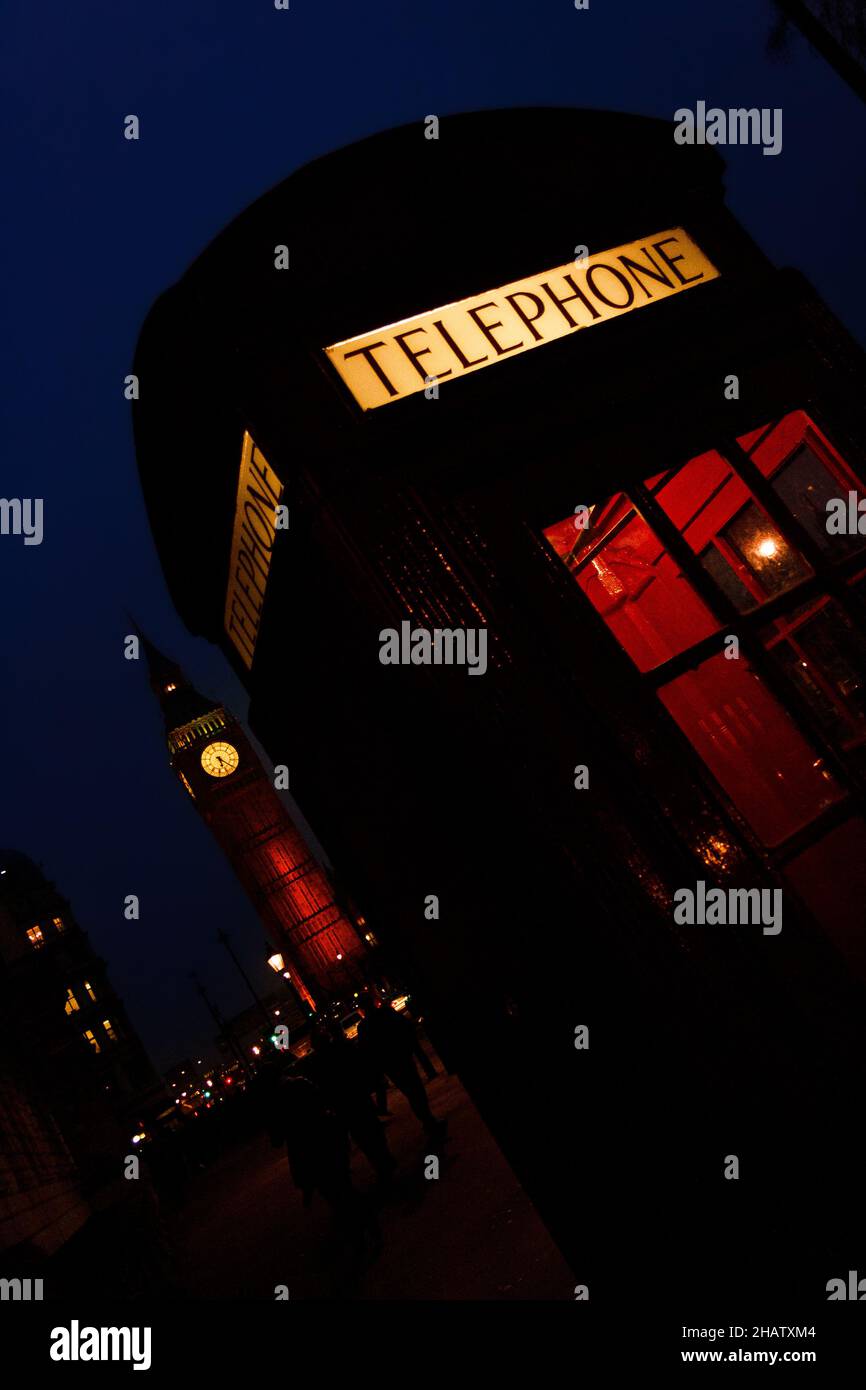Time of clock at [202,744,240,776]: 5:19
